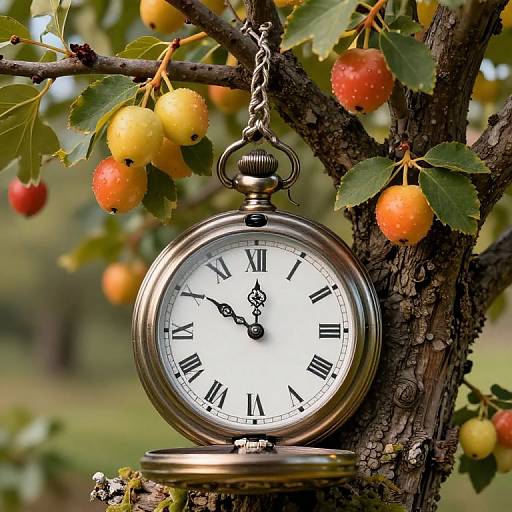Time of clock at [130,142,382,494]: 11:50
